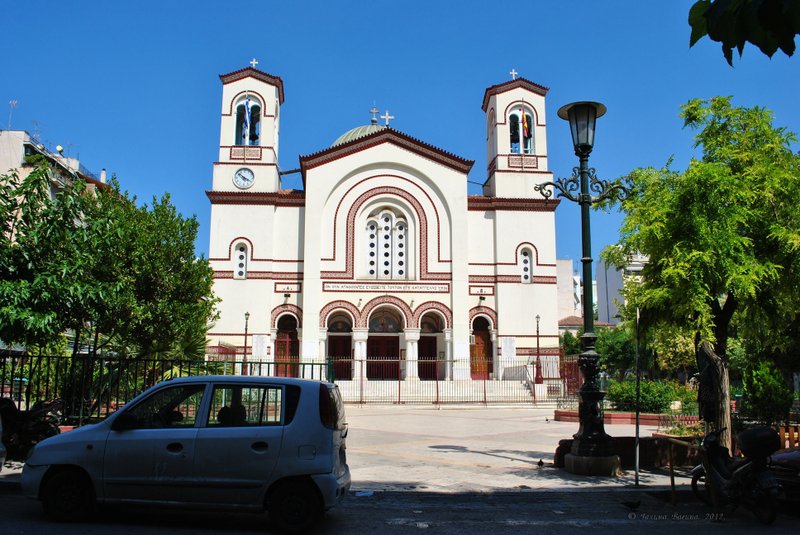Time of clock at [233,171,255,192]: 3:52
